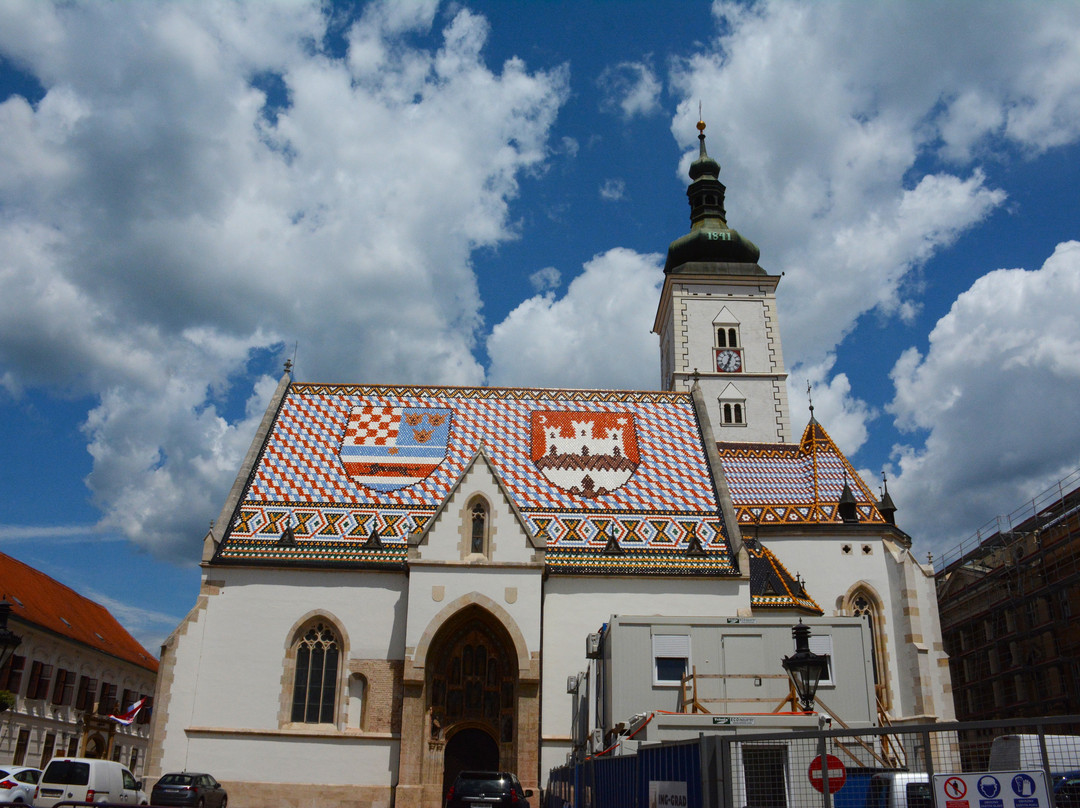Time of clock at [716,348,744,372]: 12:34
